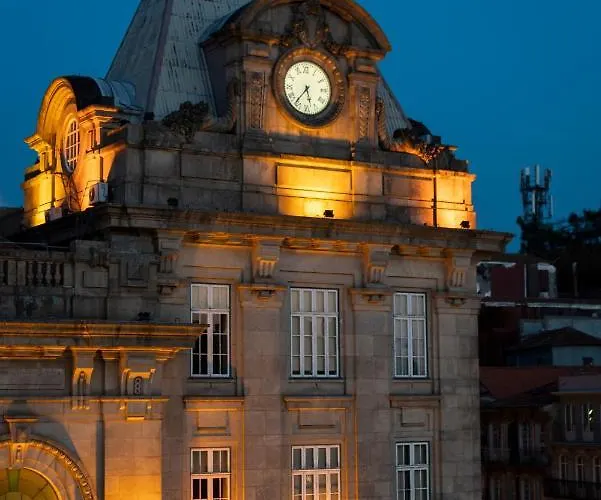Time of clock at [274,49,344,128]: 5:36
